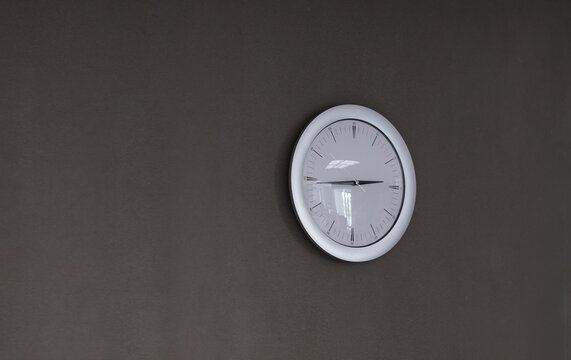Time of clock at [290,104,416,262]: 2:44
